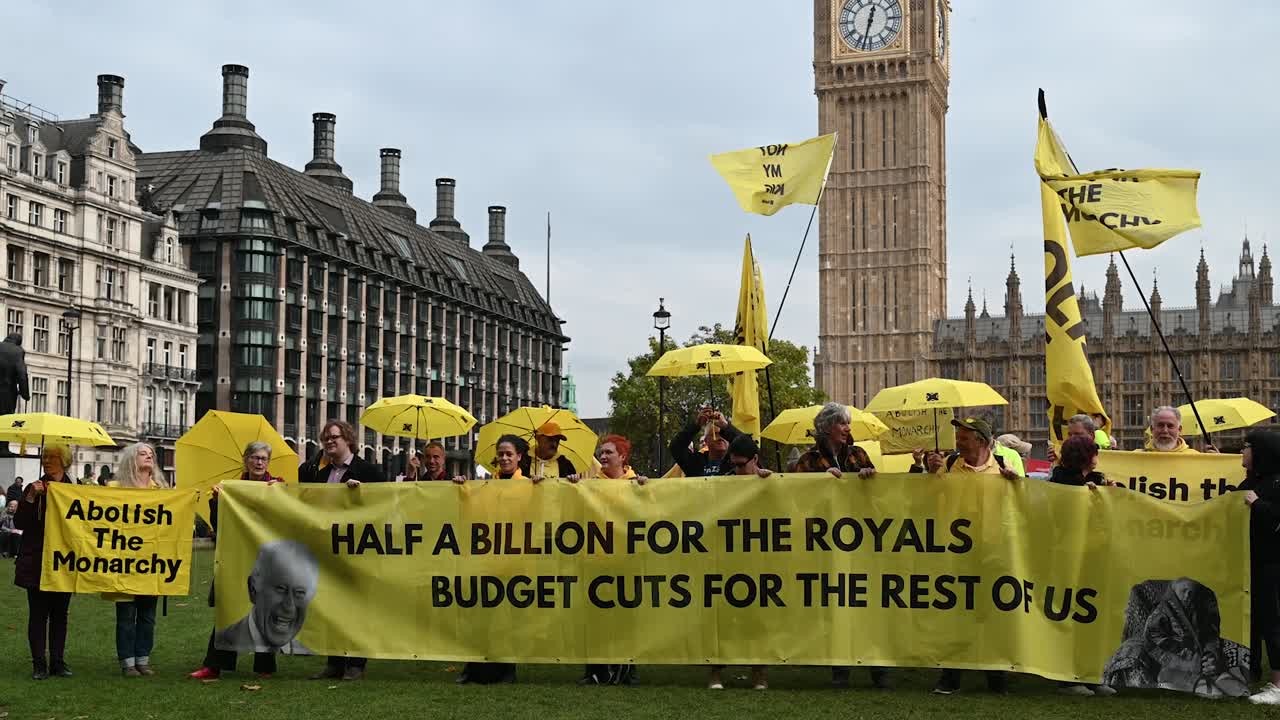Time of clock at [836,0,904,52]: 12:32
